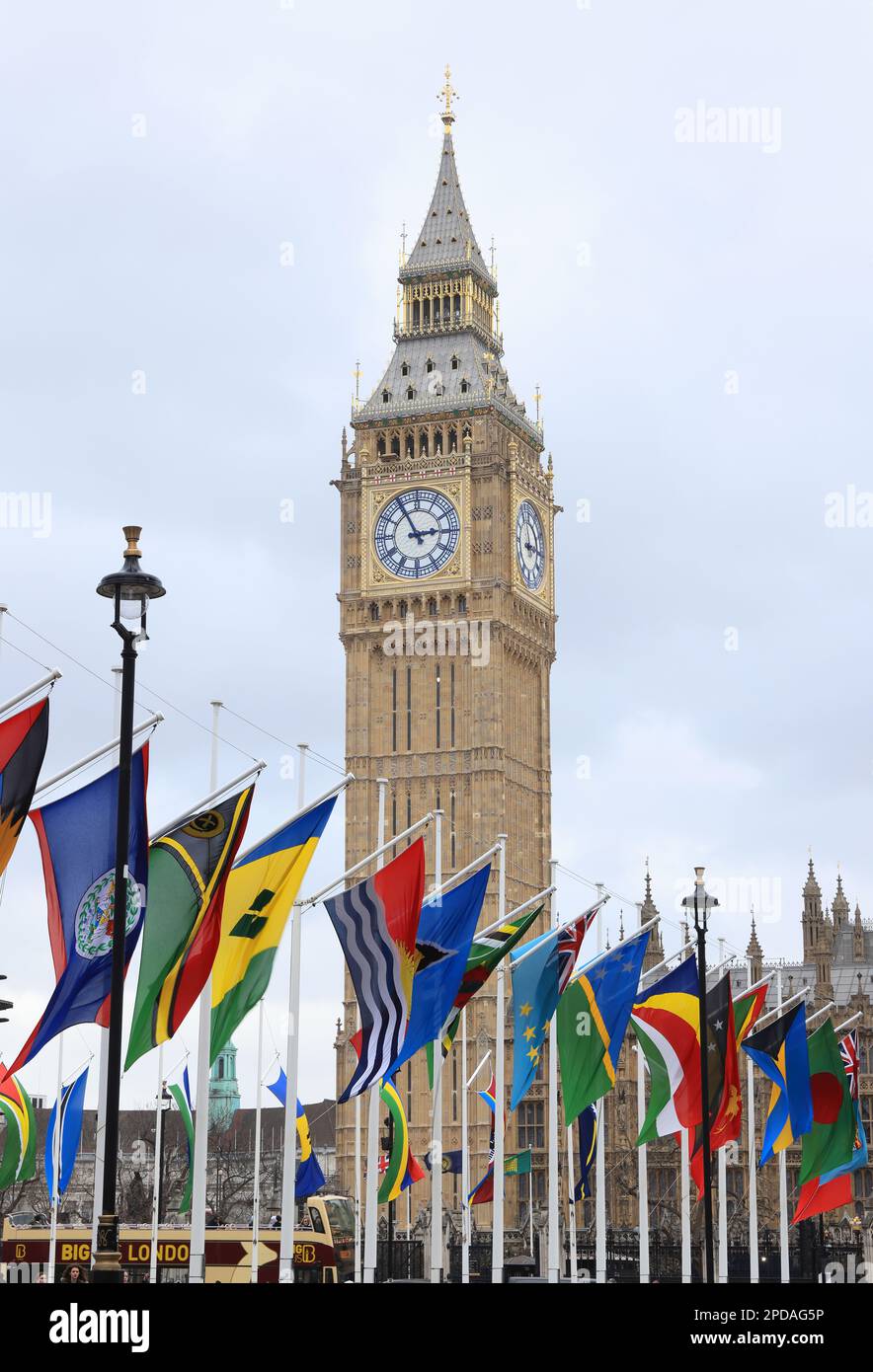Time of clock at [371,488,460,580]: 2:55
